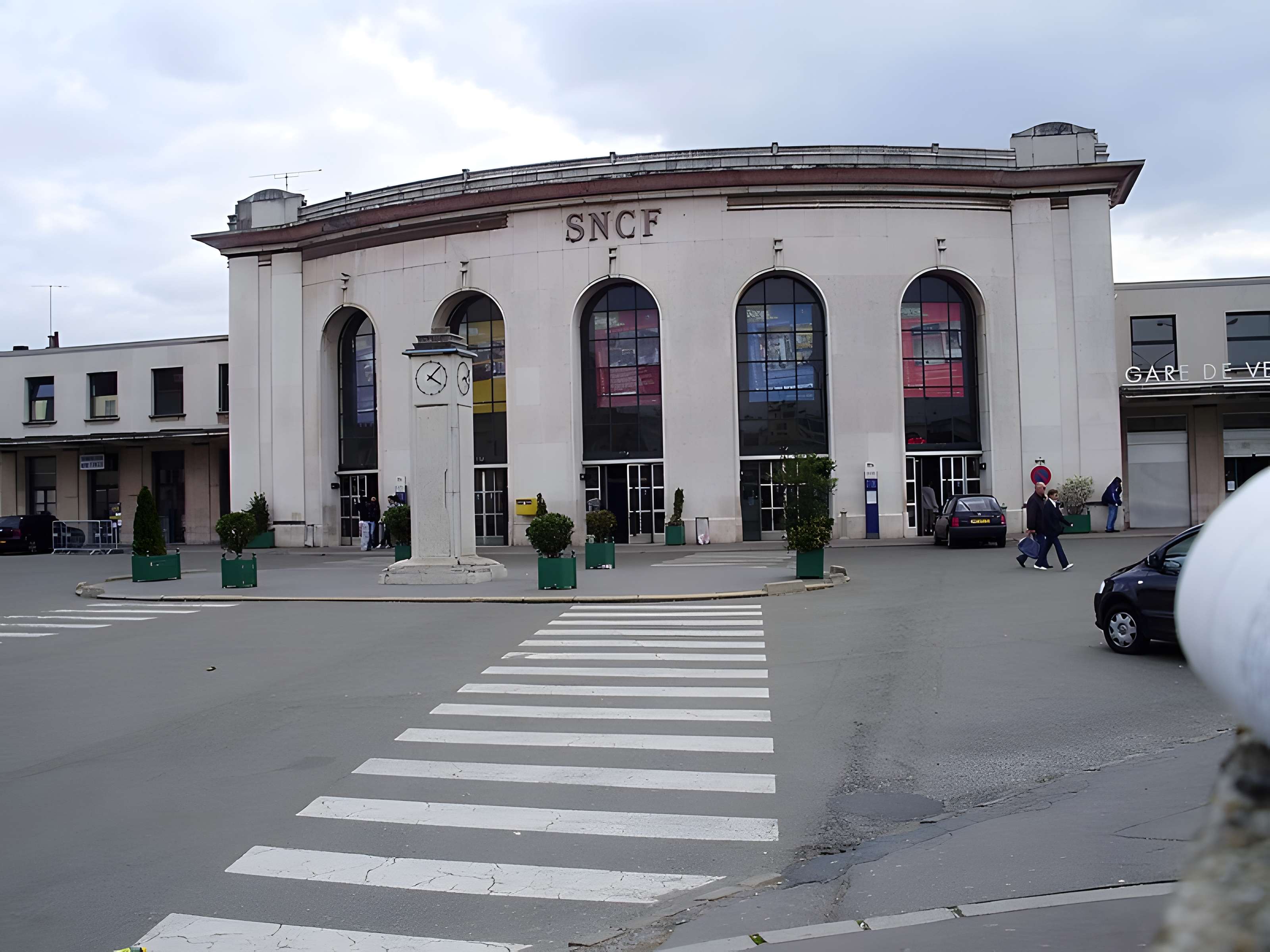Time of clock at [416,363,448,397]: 4:07
